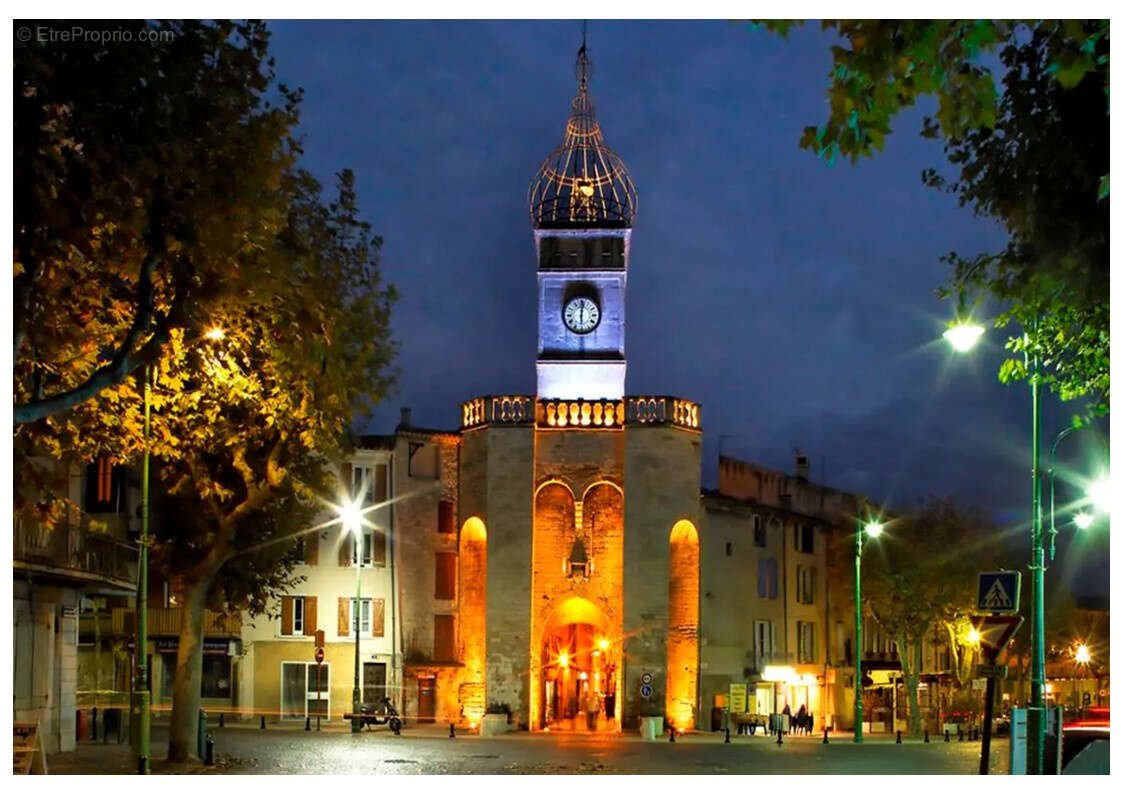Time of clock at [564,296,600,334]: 6:01
